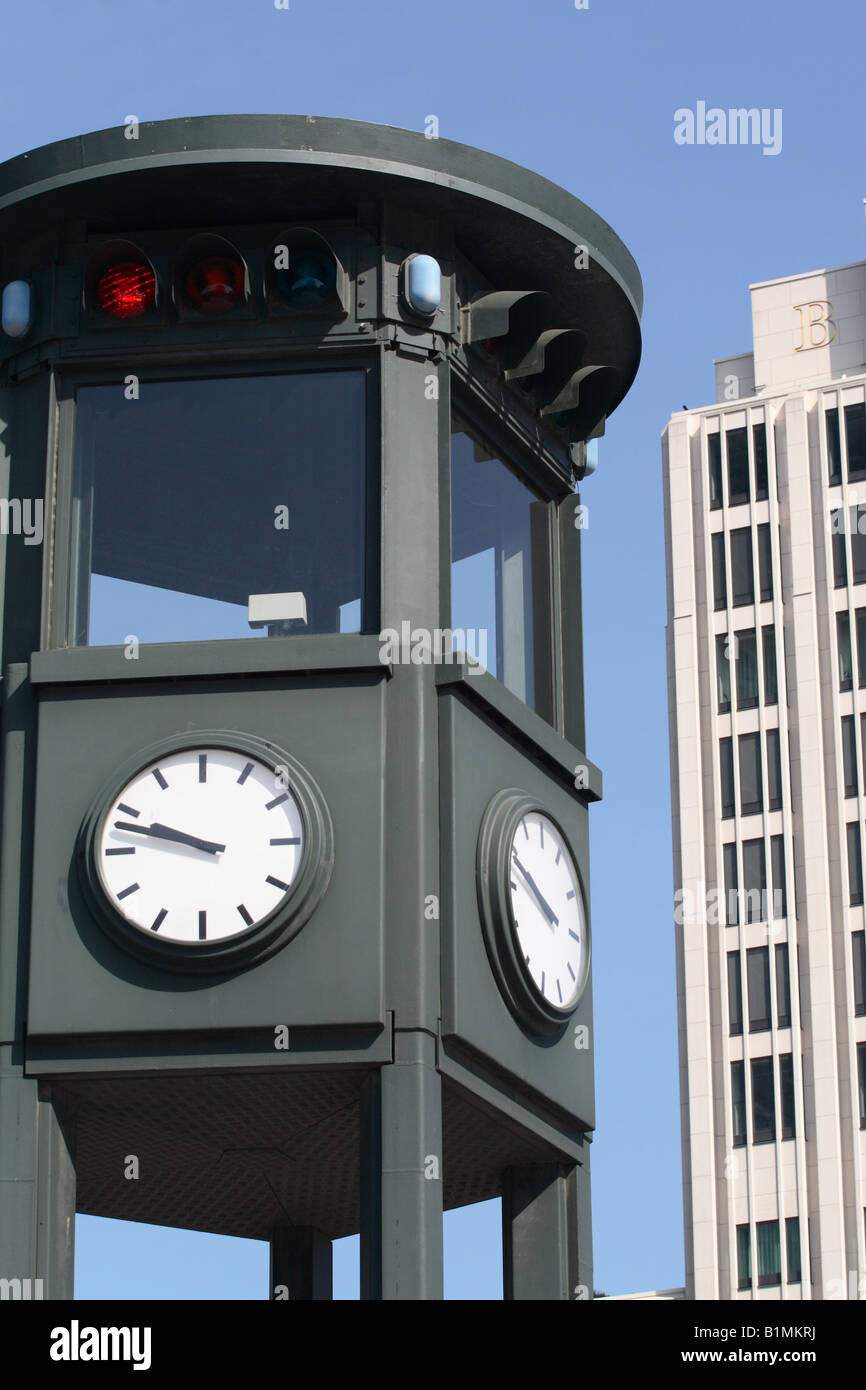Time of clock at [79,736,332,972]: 9:47
